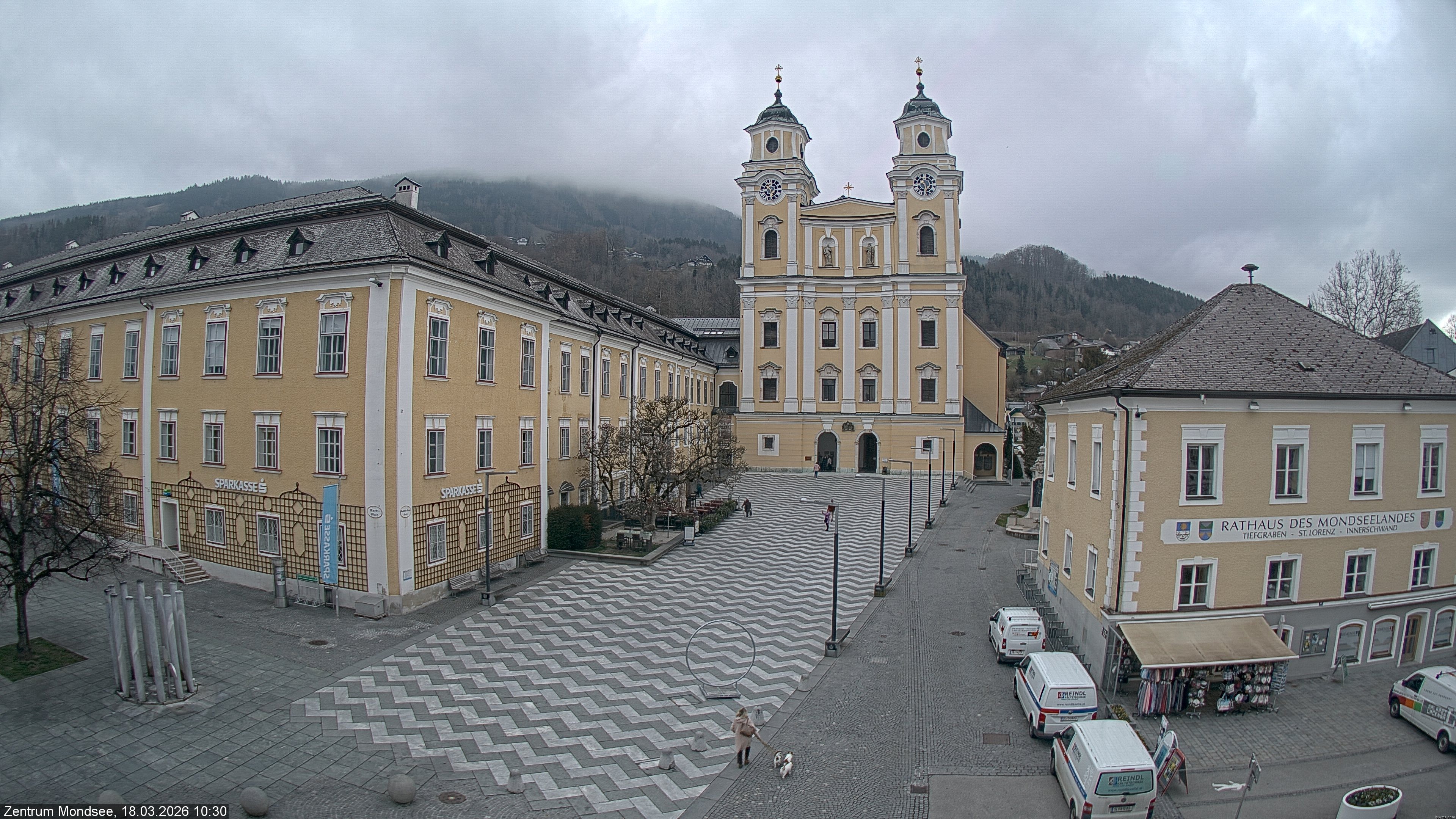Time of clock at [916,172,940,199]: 10:28
